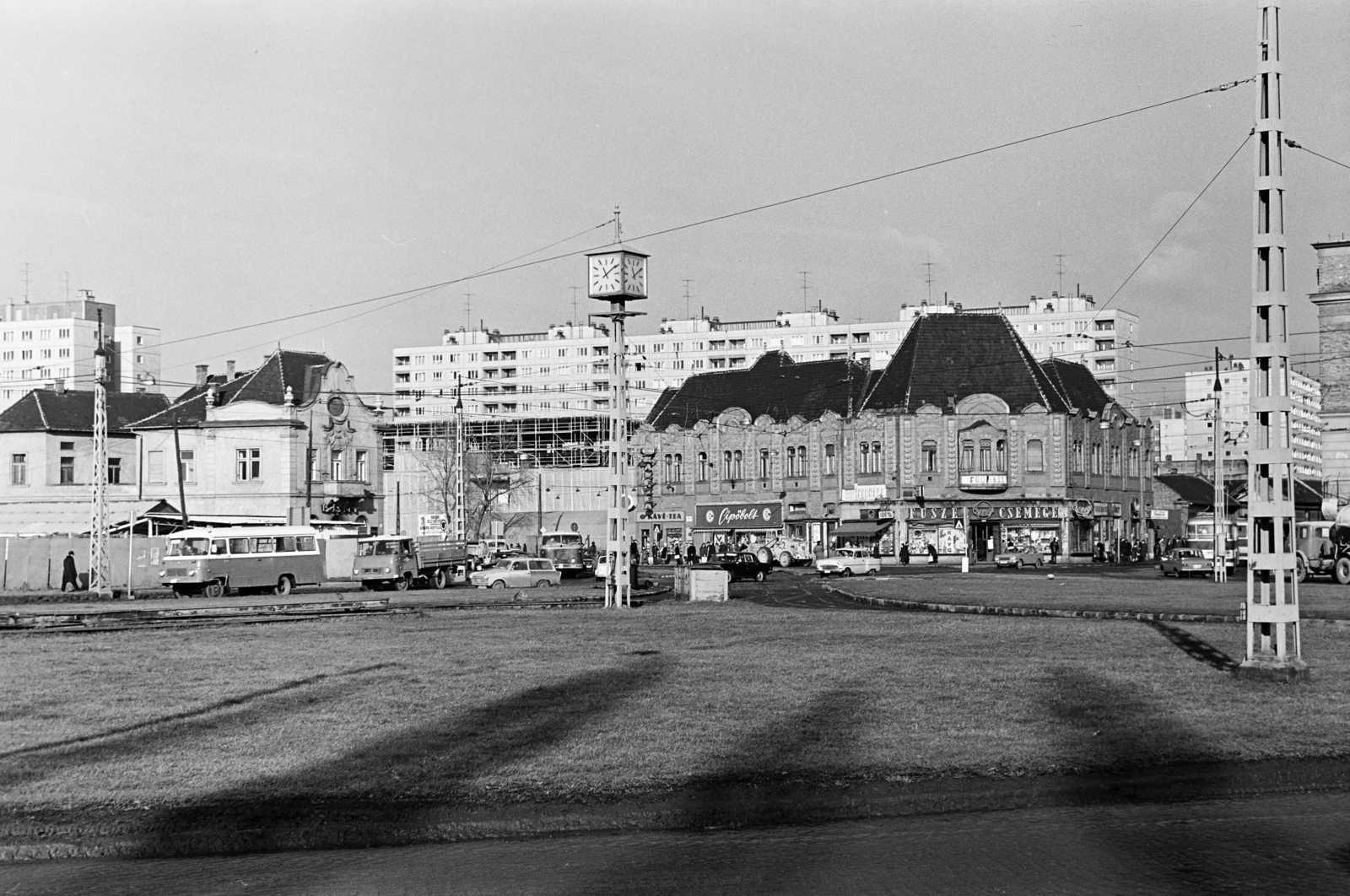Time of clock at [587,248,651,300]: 11:08
